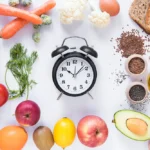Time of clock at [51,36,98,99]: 10:07
